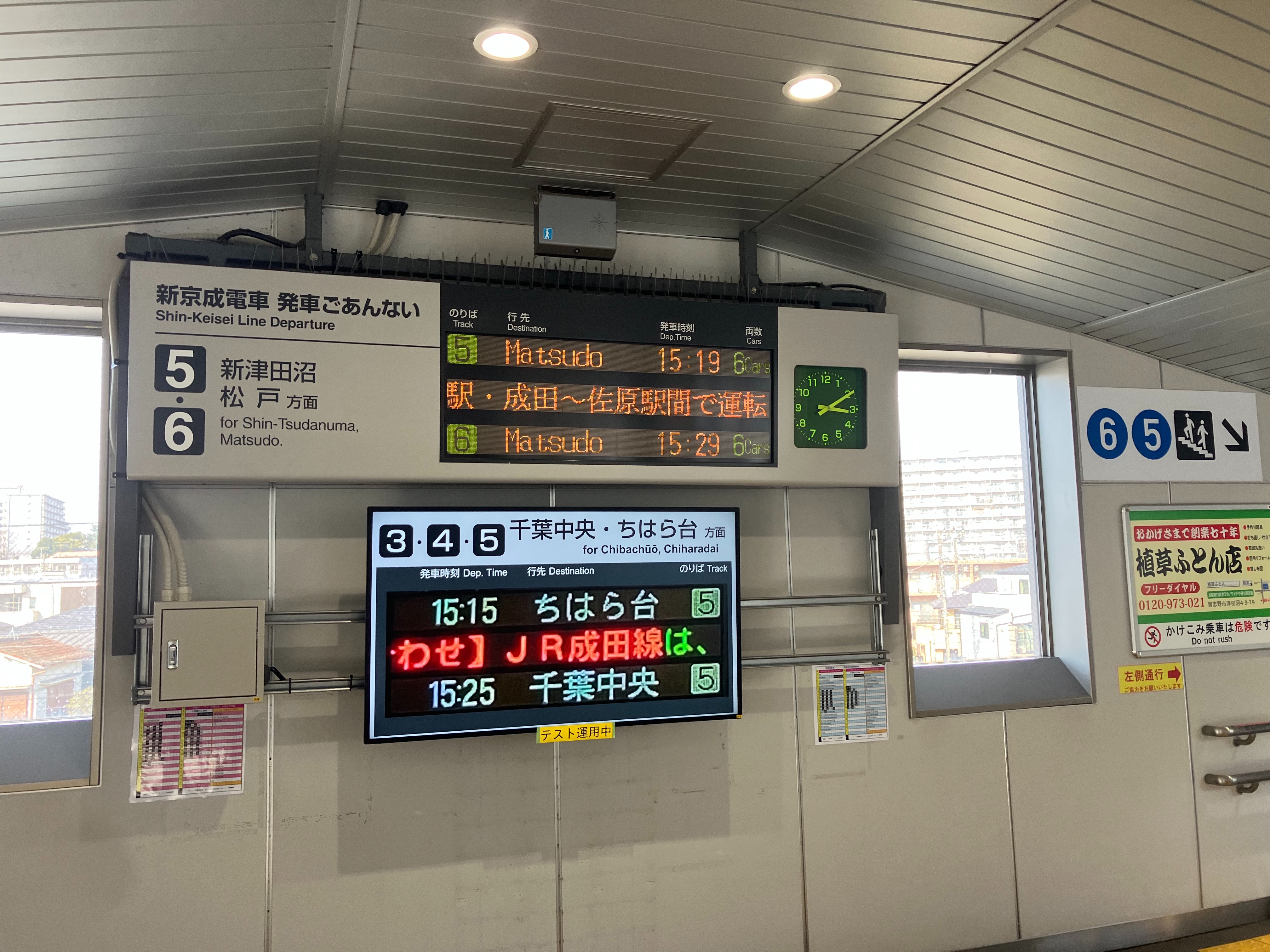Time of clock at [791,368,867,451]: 3:10
